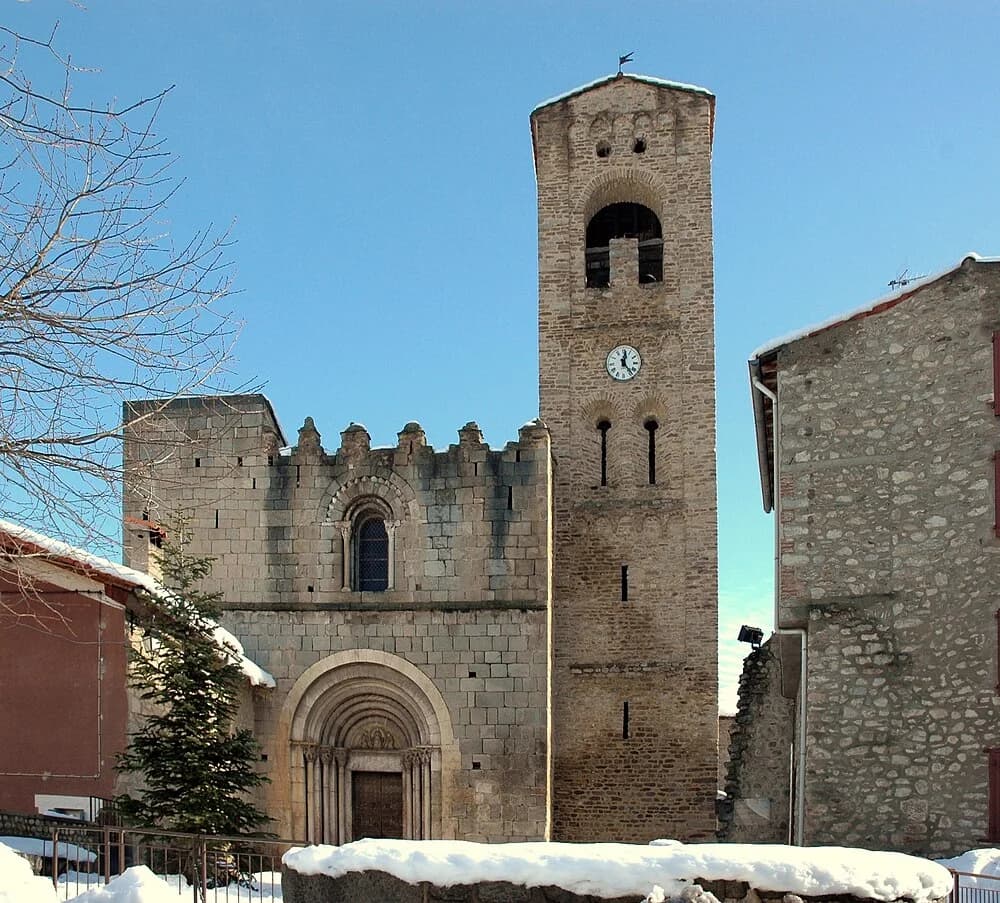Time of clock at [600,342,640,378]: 12:23
